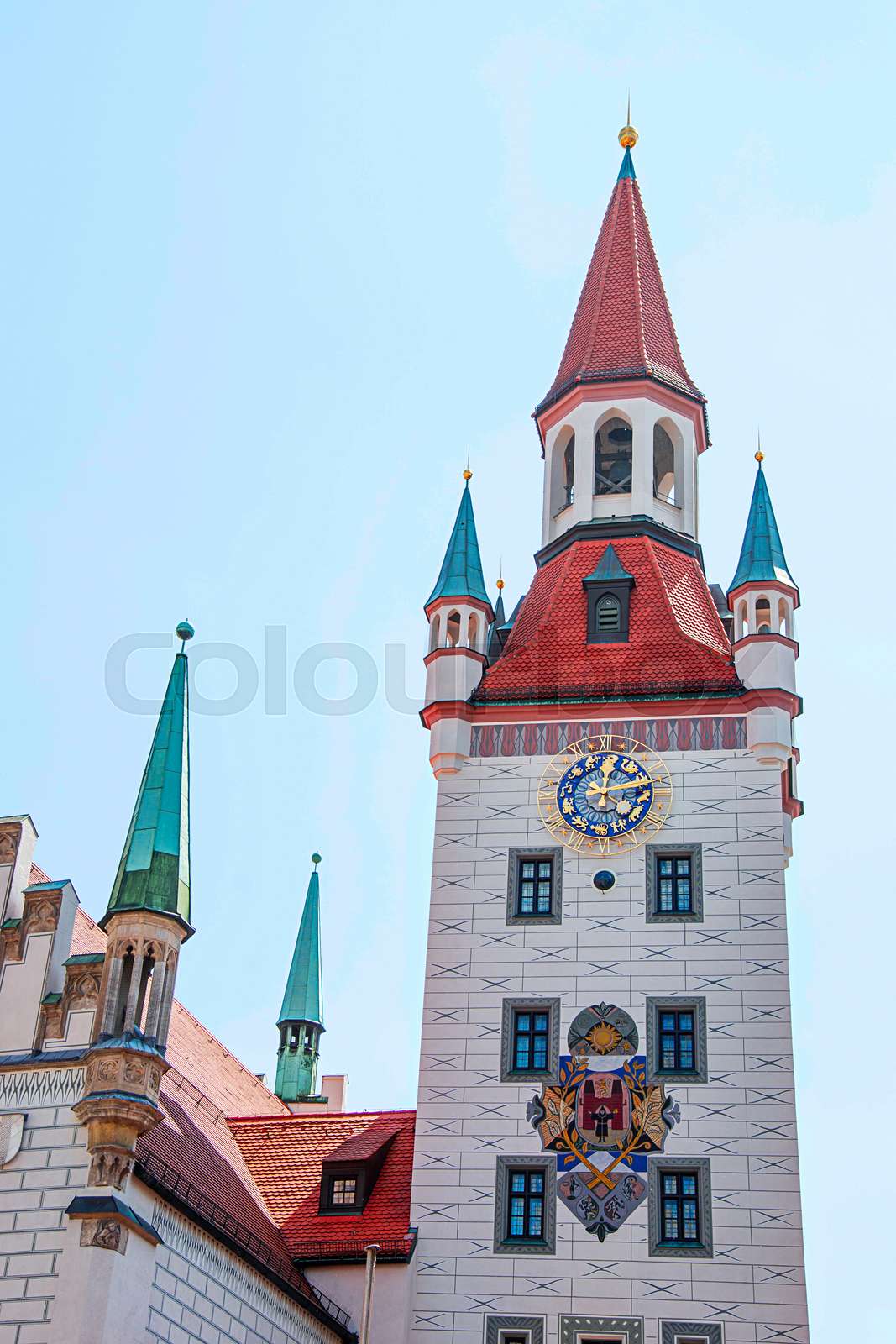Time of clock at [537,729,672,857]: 12:14
